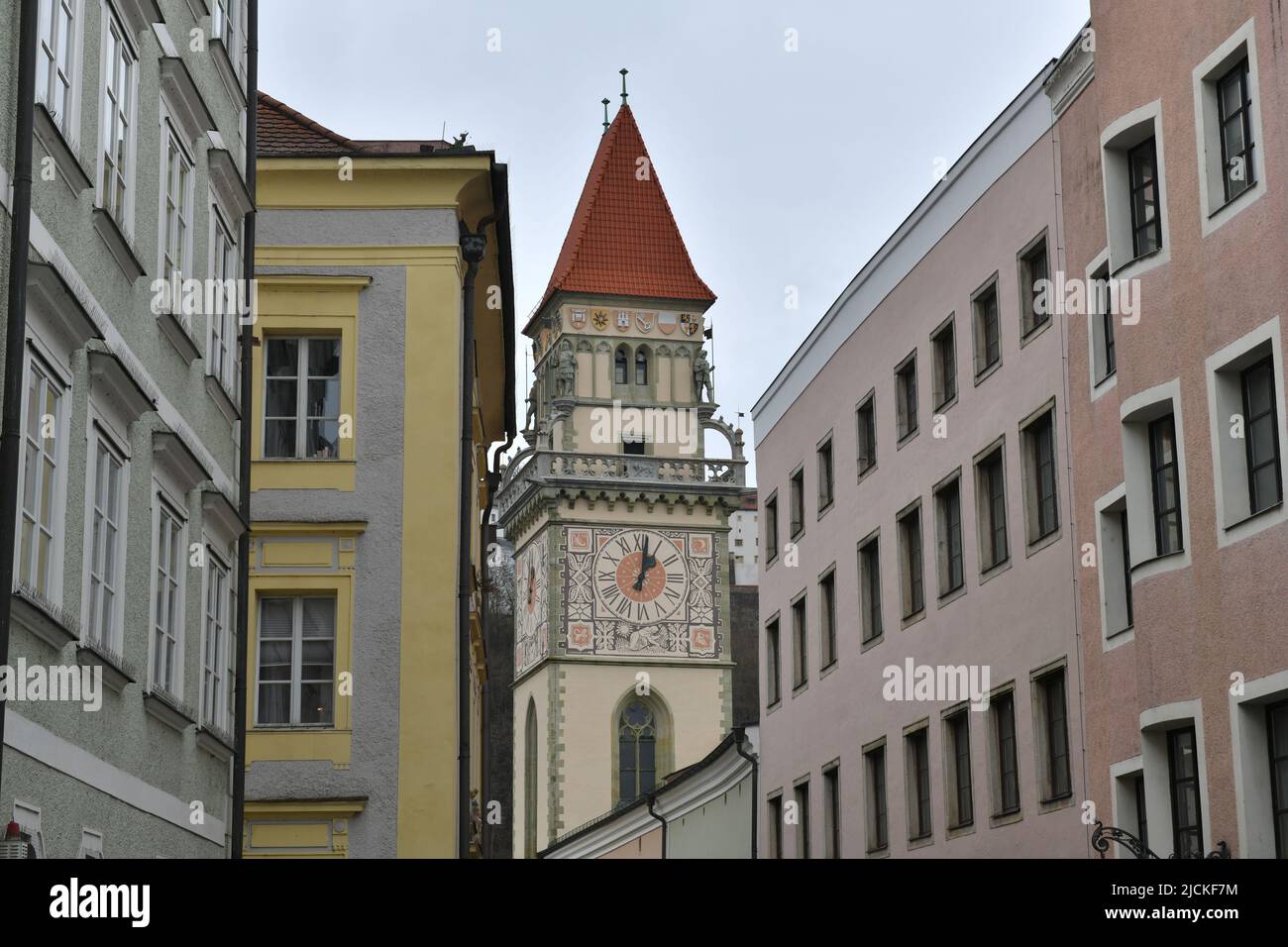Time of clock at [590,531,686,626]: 1:01
